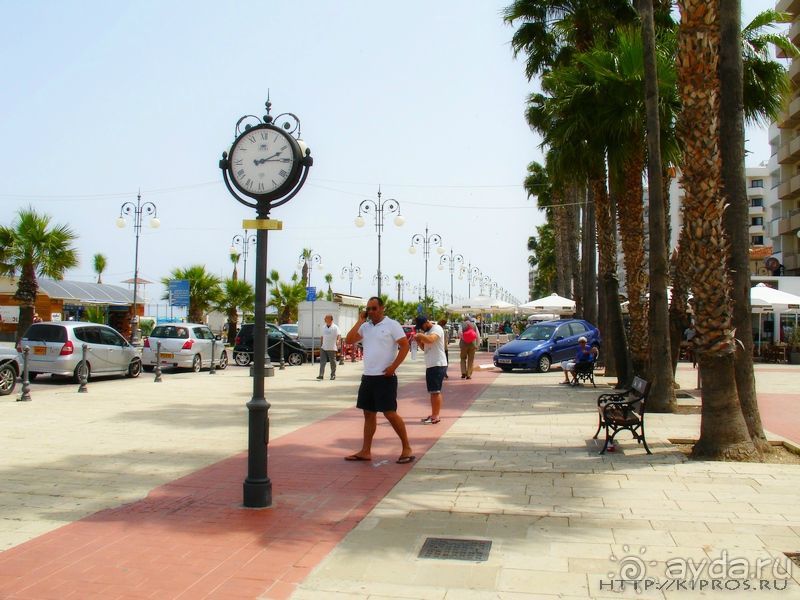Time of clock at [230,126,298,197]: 2:14
